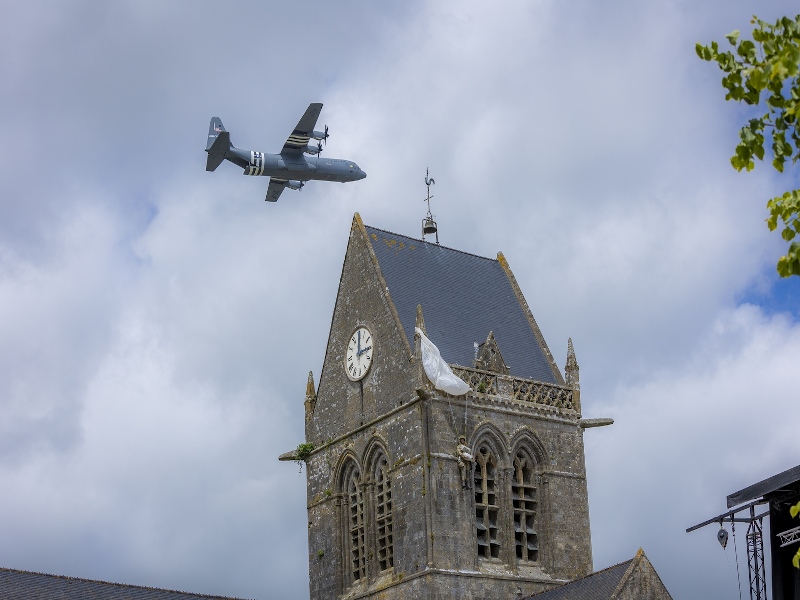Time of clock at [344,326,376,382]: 12:14
